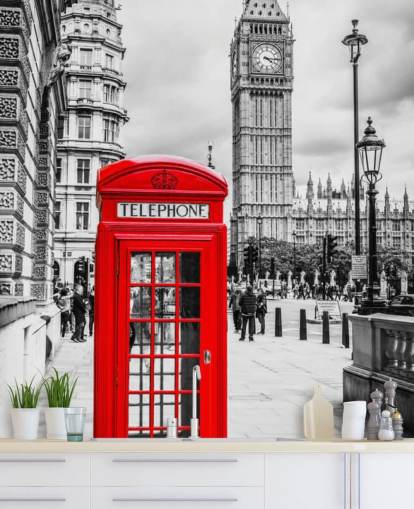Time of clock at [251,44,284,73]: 4:15
